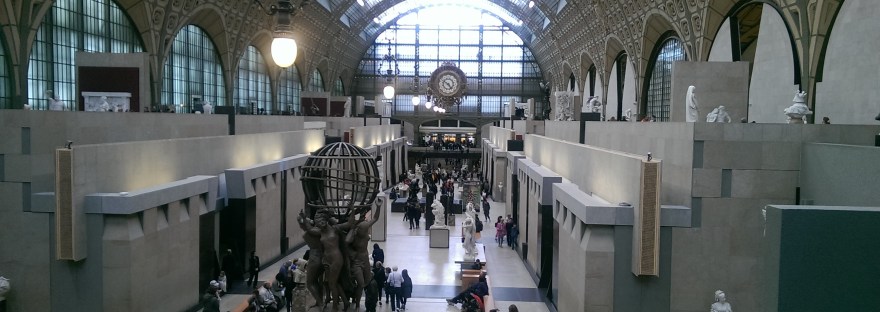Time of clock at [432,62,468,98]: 4:50
